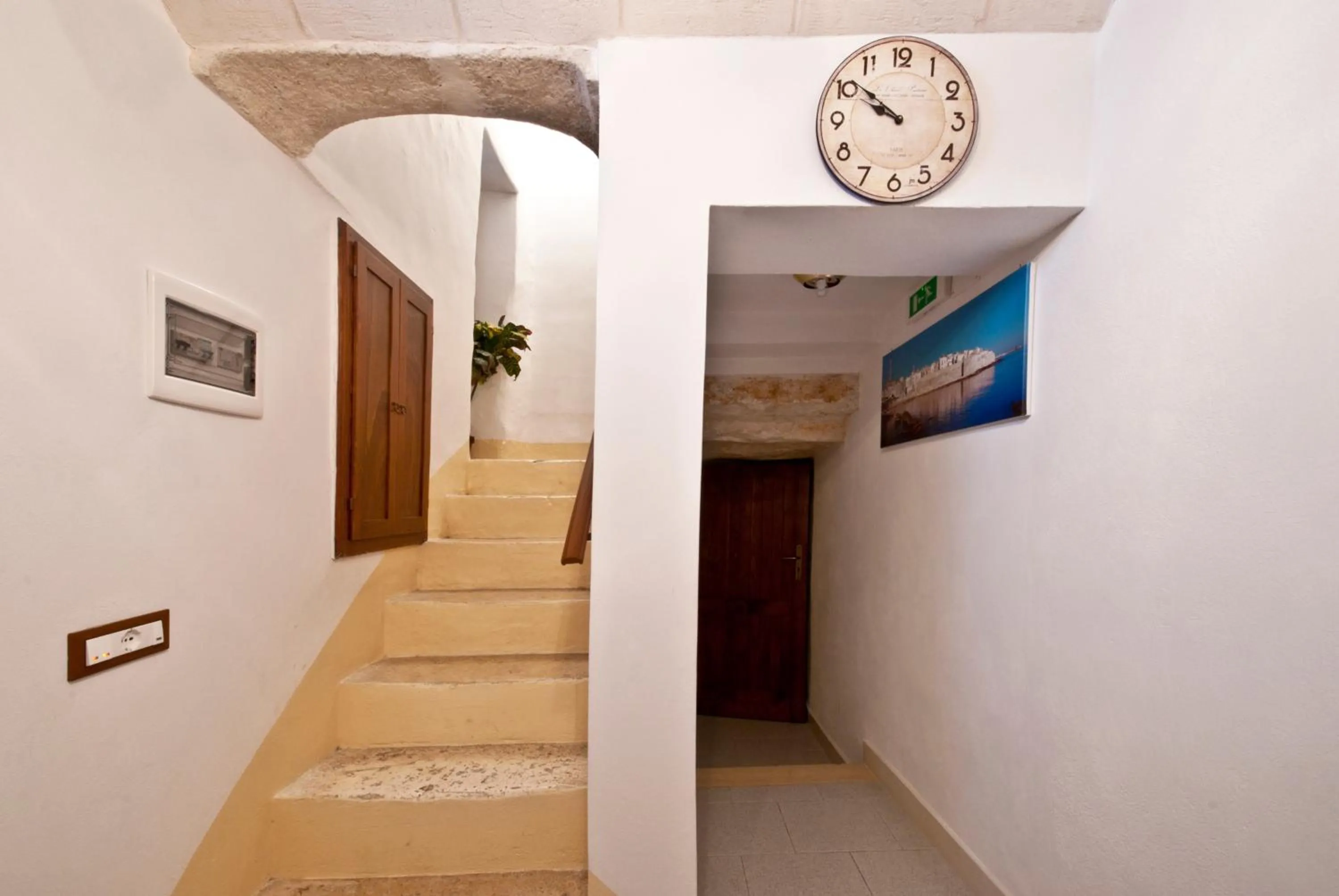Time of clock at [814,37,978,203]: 9:51
